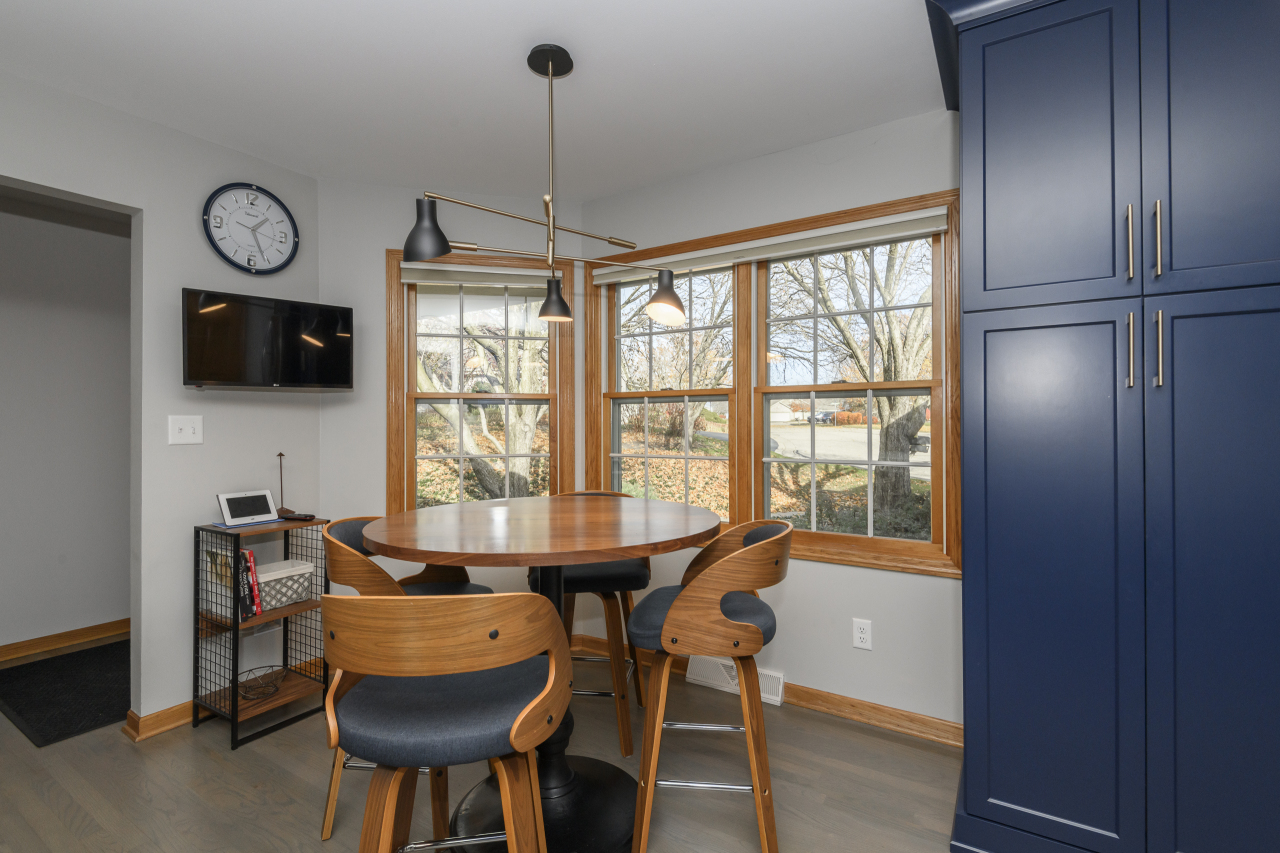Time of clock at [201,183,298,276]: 1:26
